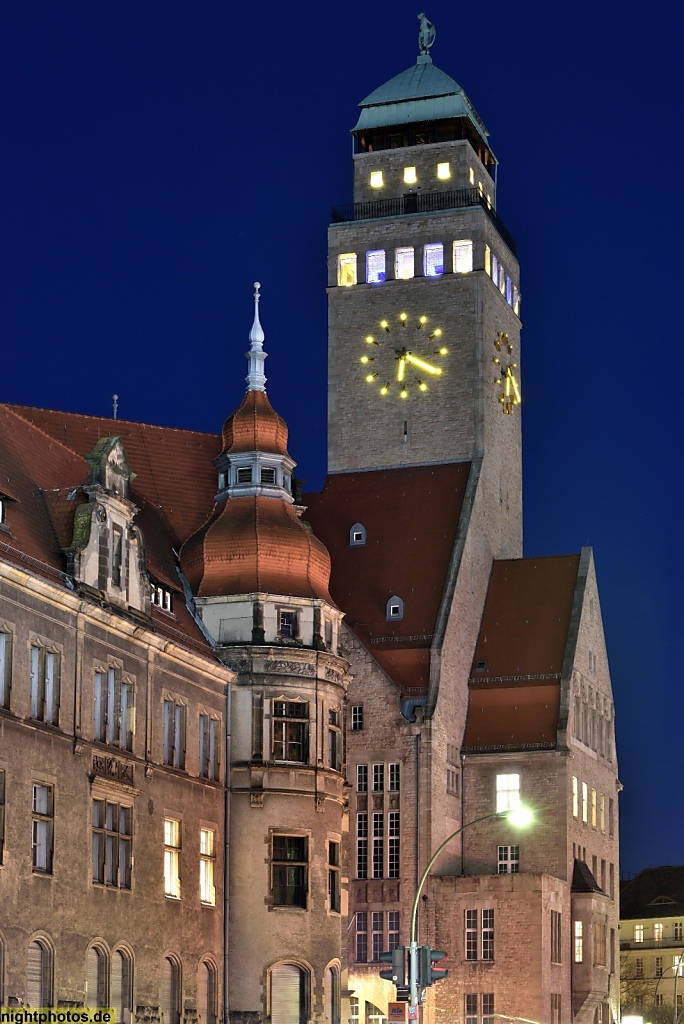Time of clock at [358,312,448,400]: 6:19
